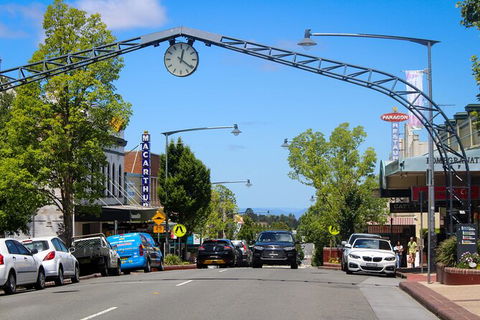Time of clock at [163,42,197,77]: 12:21
